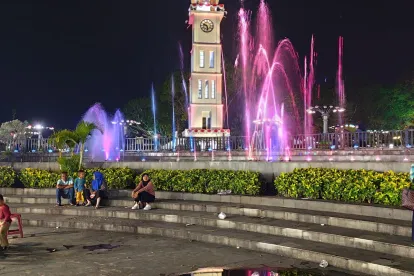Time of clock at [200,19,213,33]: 9:28
